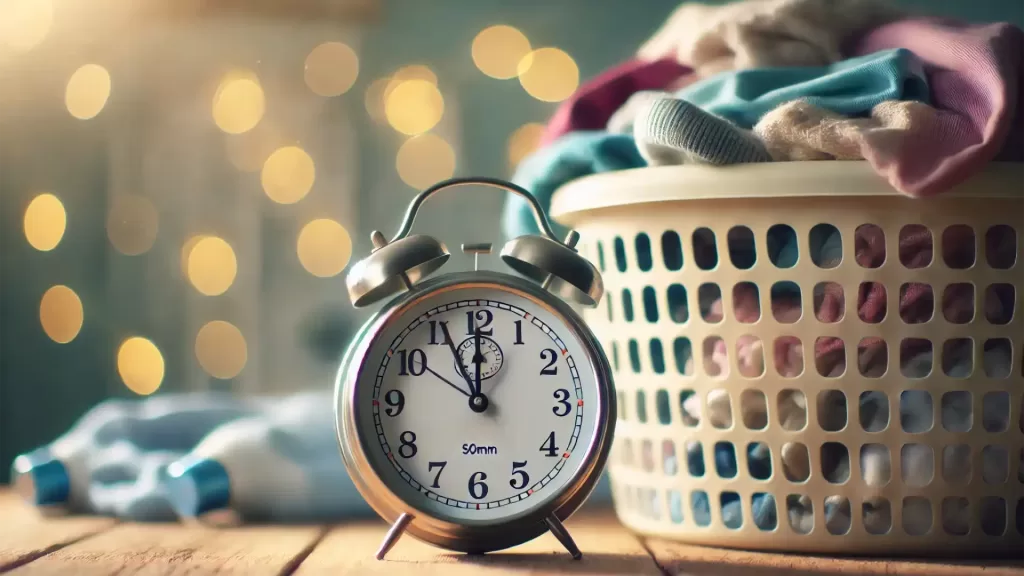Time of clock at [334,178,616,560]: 11:55
